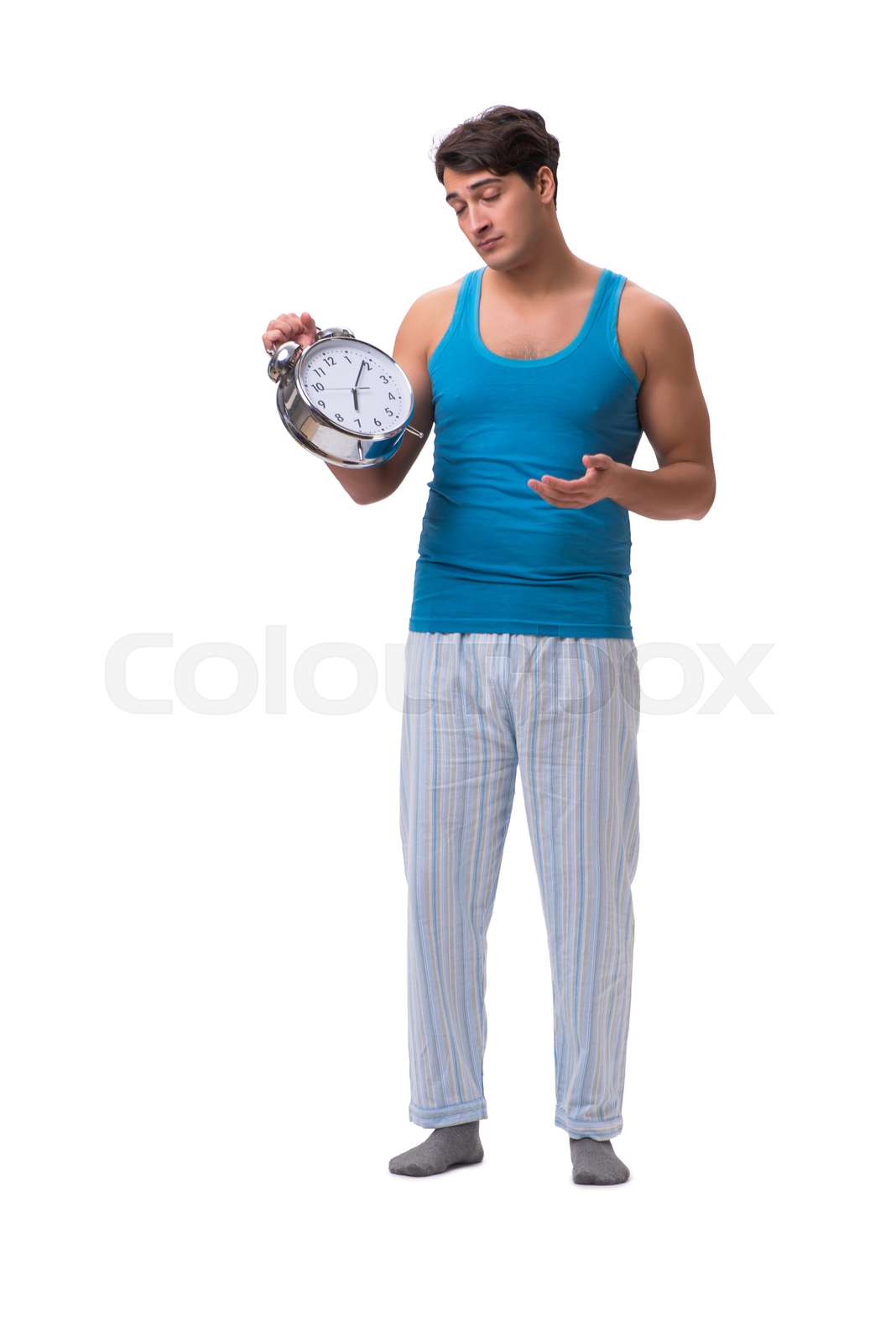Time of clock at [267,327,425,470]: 6:03
